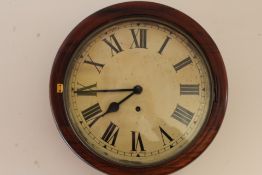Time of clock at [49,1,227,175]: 7:44
